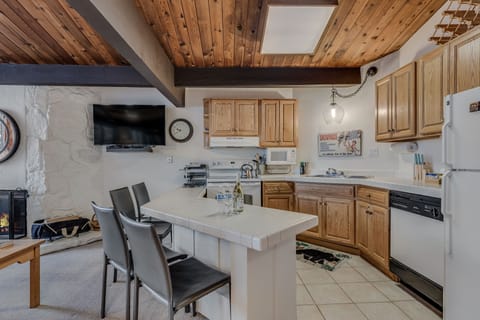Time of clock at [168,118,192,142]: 9:39
